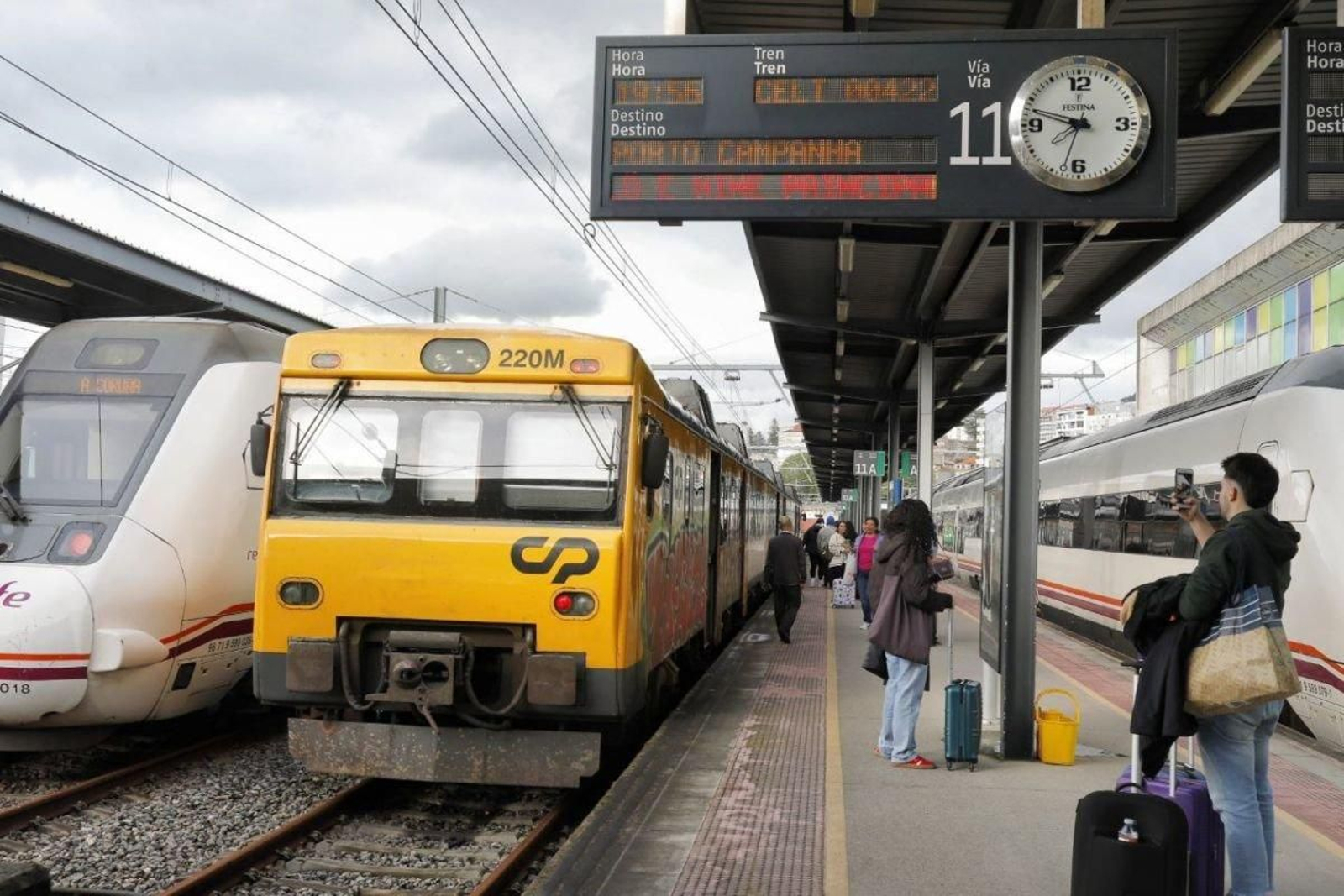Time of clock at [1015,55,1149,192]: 9:33
